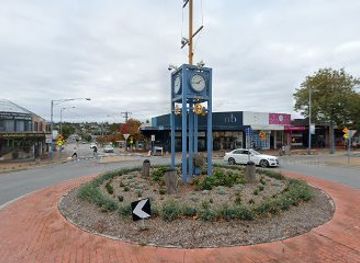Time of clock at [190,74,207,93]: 1:43
